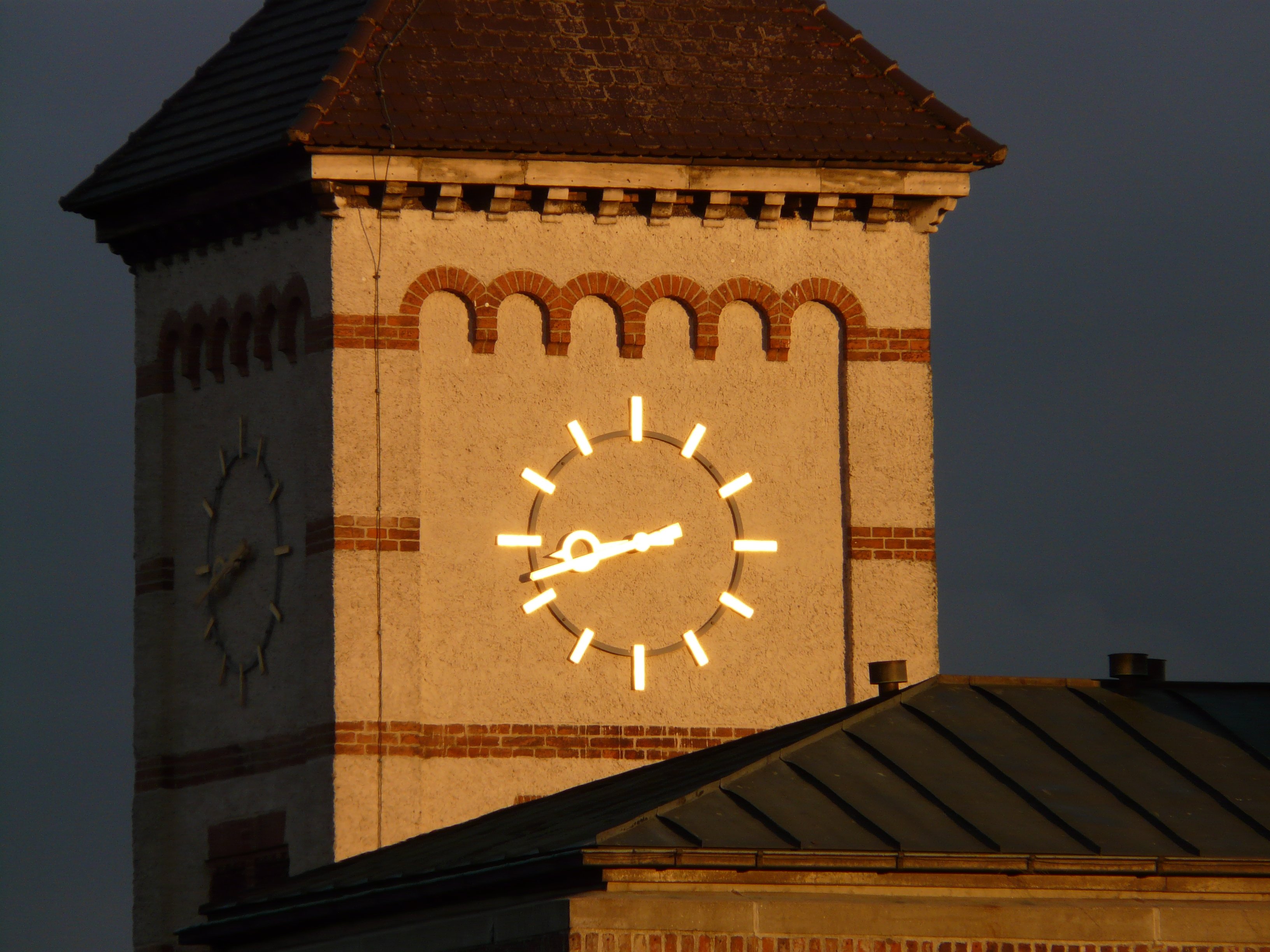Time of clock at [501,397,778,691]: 8:42
